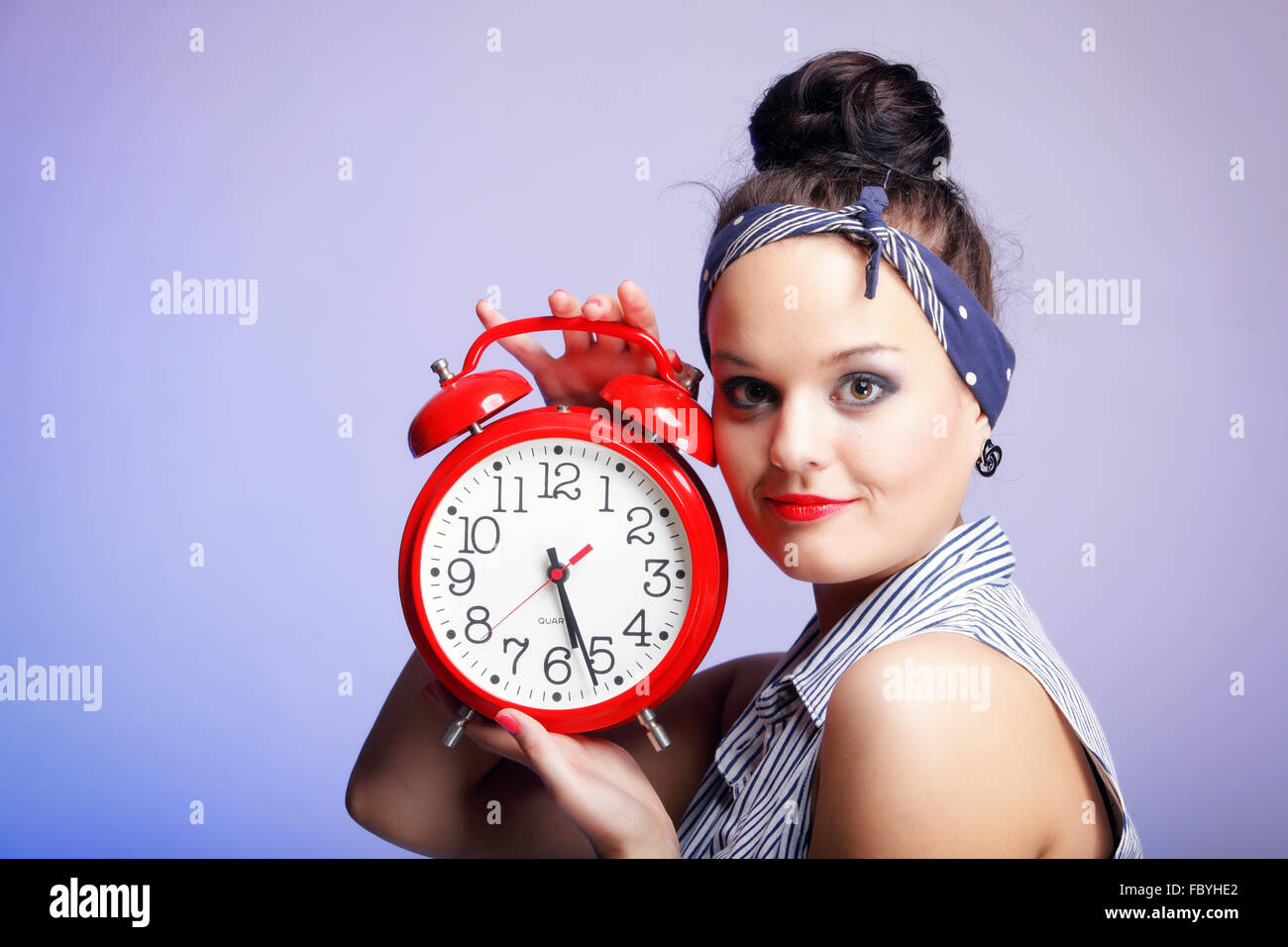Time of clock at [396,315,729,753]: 5:26
